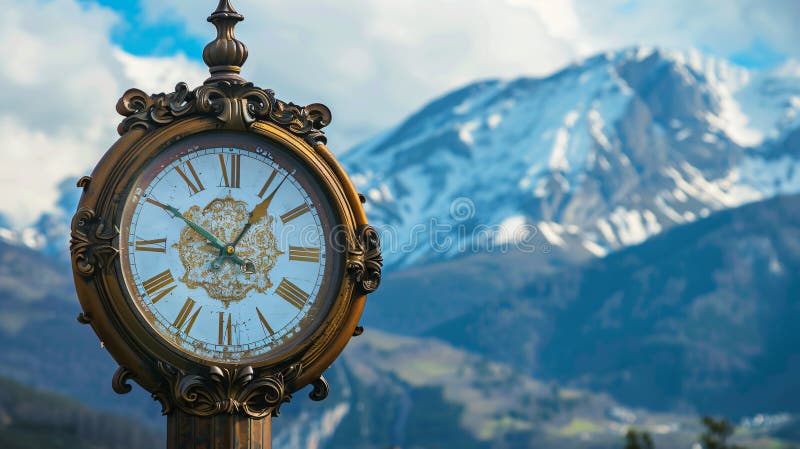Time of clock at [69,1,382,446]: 10:06
